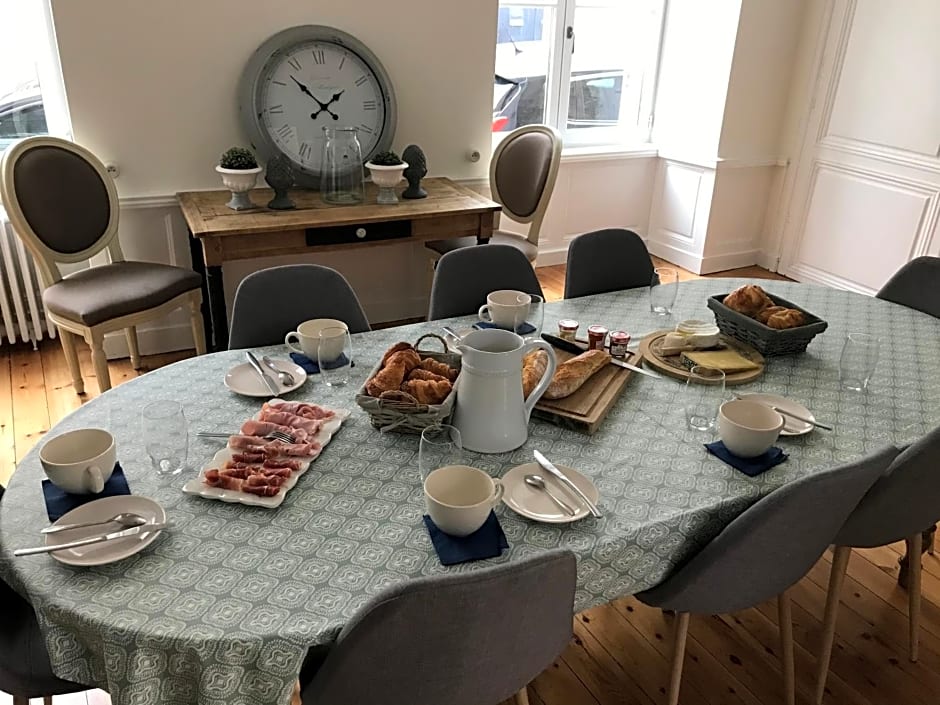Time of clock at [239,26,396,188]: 1:52
